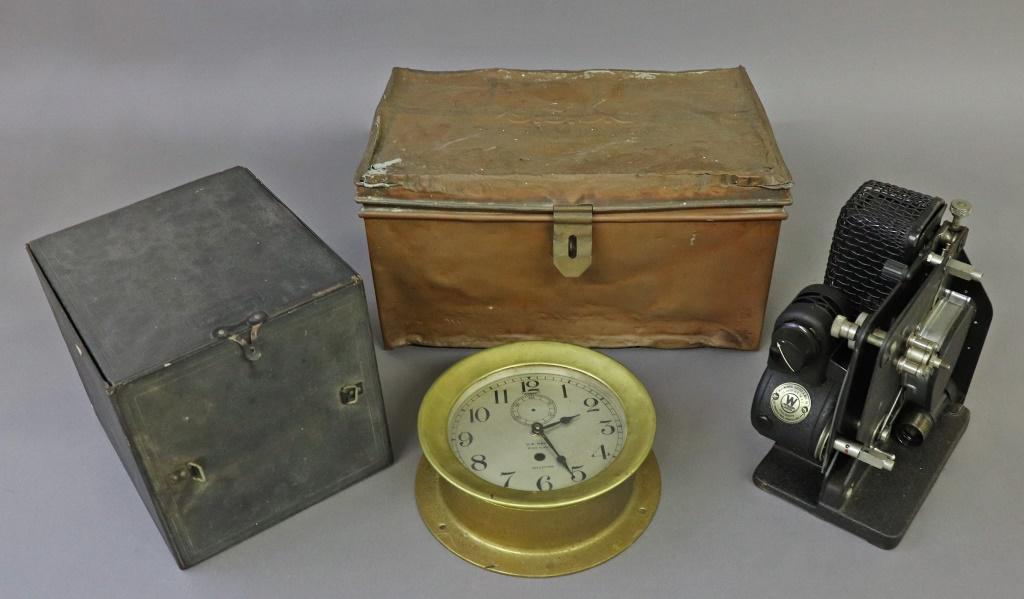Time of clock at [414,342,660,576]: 2:25
